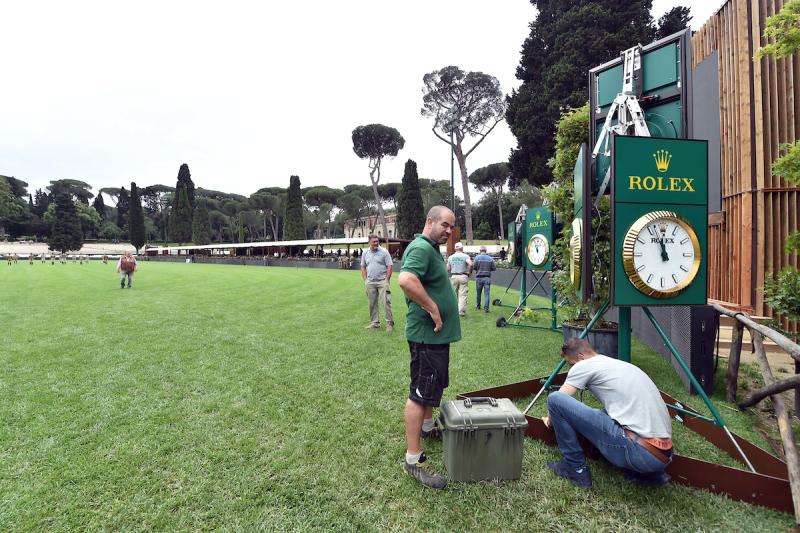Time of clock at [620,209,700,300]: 11:56
